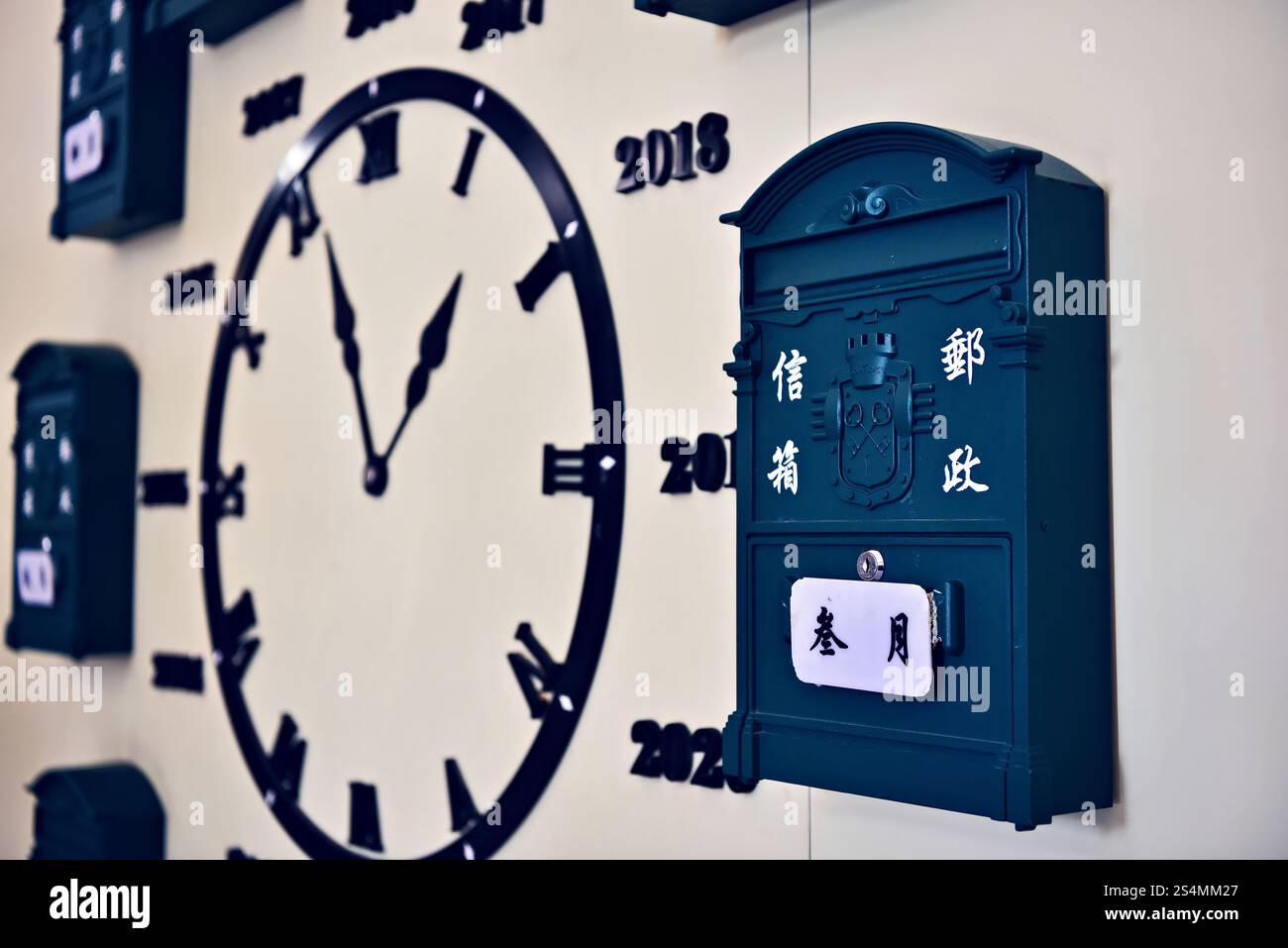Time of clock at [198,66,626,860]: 12:55
